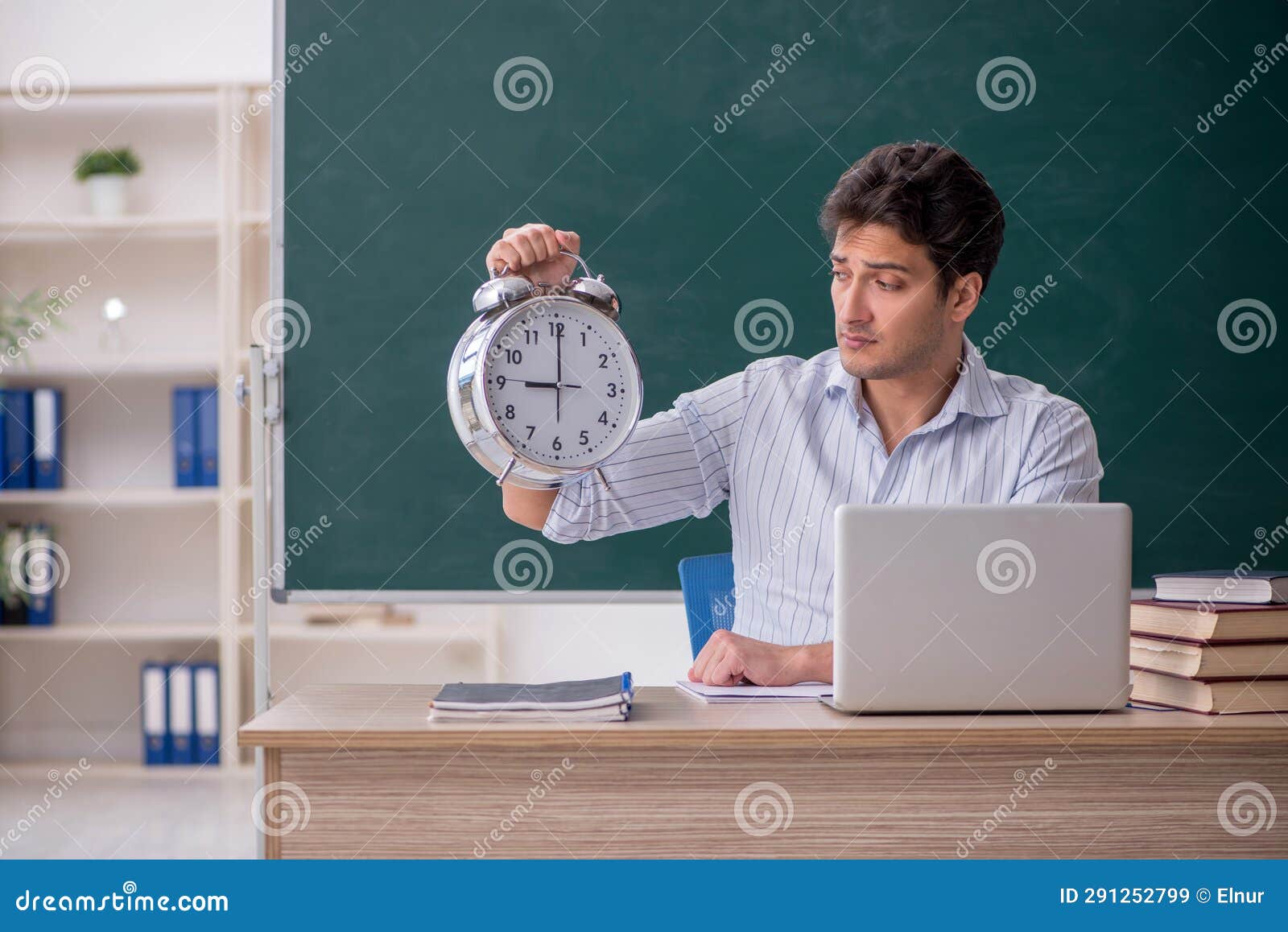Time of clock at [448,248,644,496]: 9:00
